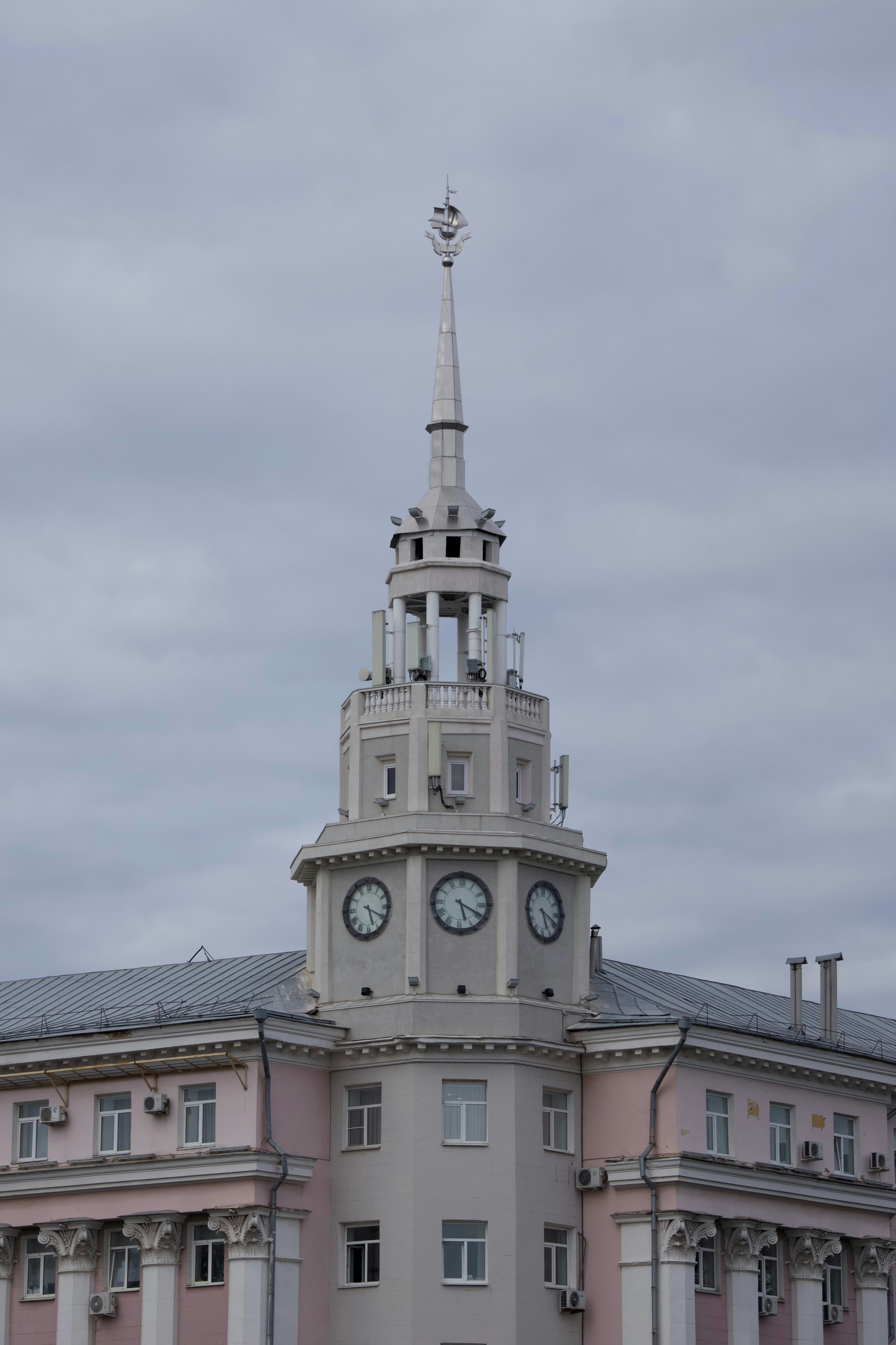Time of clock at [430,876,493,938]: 5:19
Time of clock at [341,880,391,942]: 5:19
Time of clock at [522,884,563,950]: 5:18
